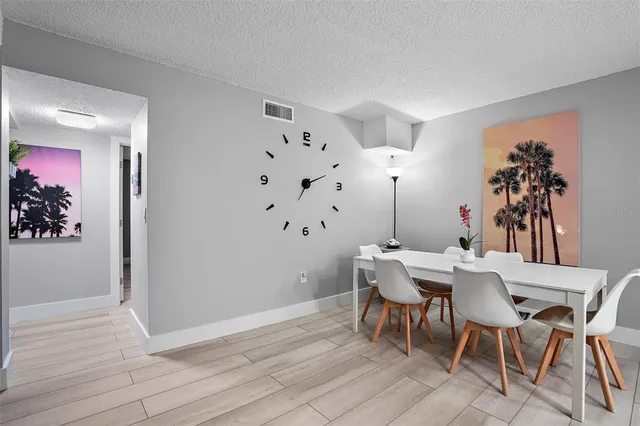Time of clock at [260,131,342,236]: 2:11
